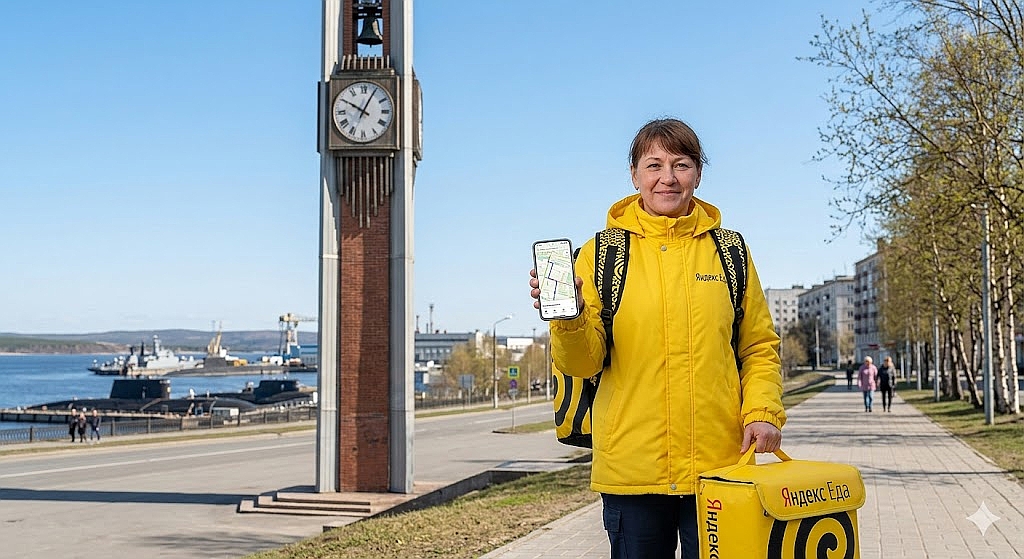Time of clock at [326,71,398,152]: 10:04
